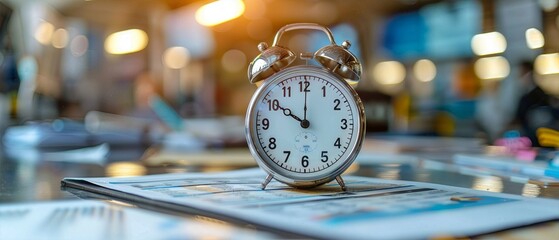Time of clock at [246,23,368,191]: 10:00
